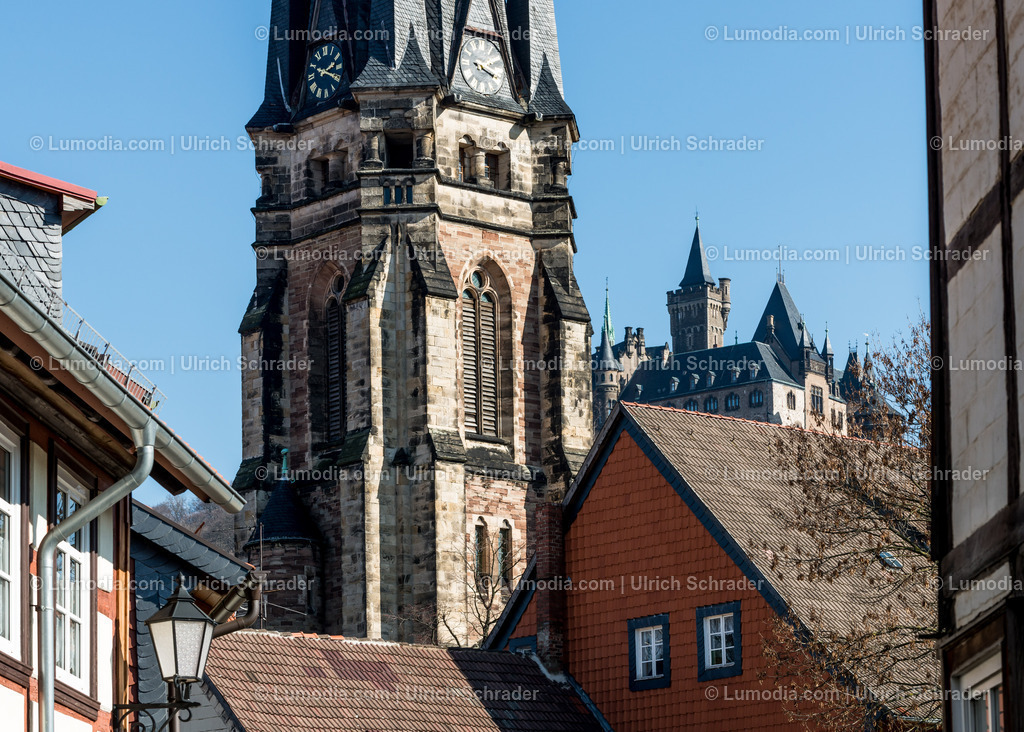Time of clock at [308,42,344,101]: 2:19
